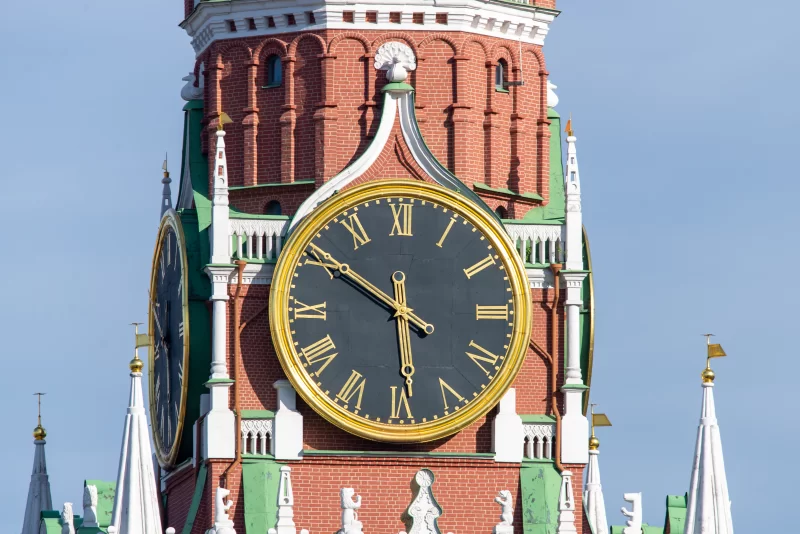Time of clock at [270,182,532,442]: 5:50
